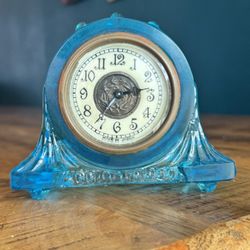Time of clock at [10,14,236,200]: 7:13
